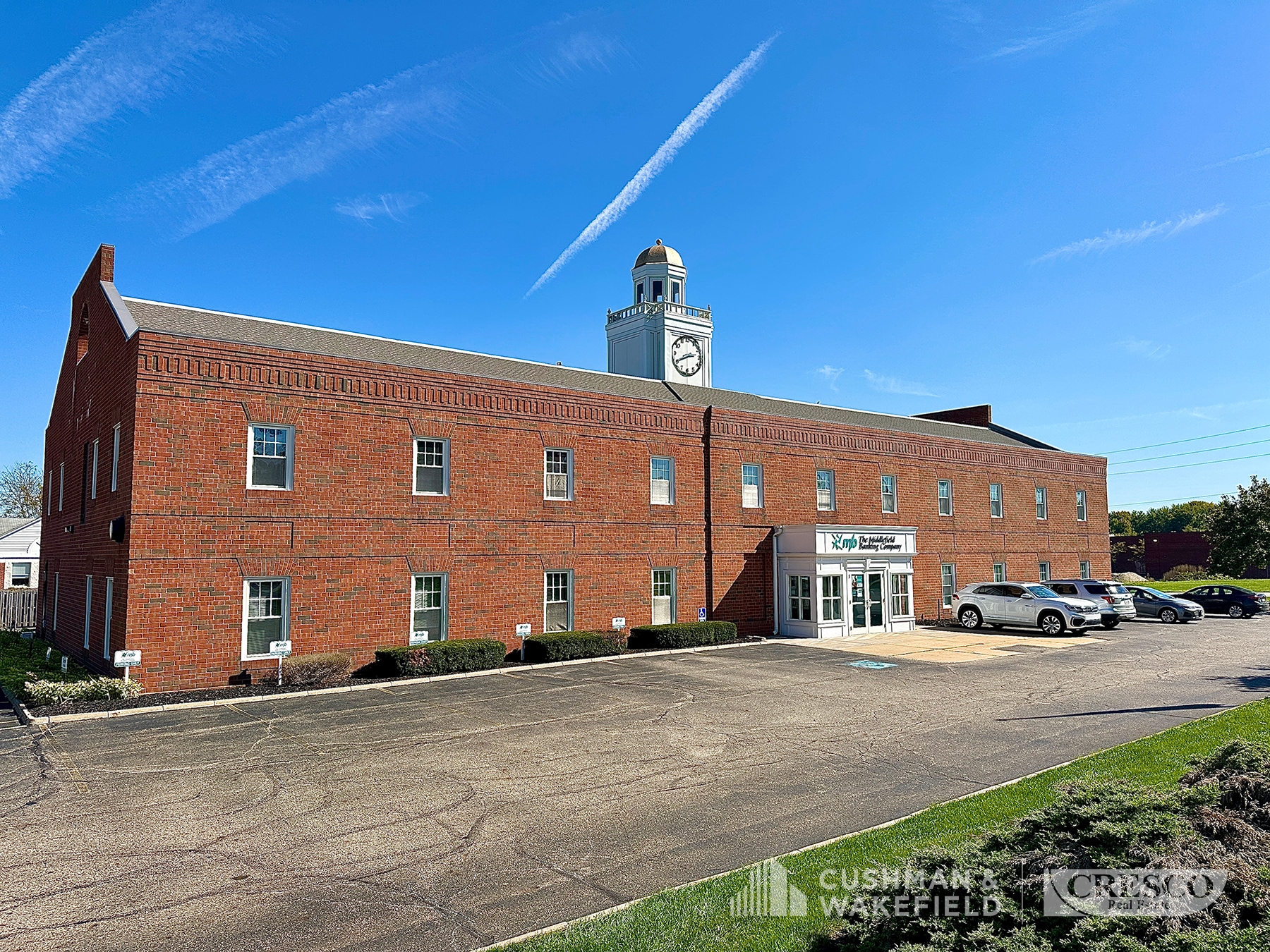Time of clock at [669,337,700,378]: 2:40
